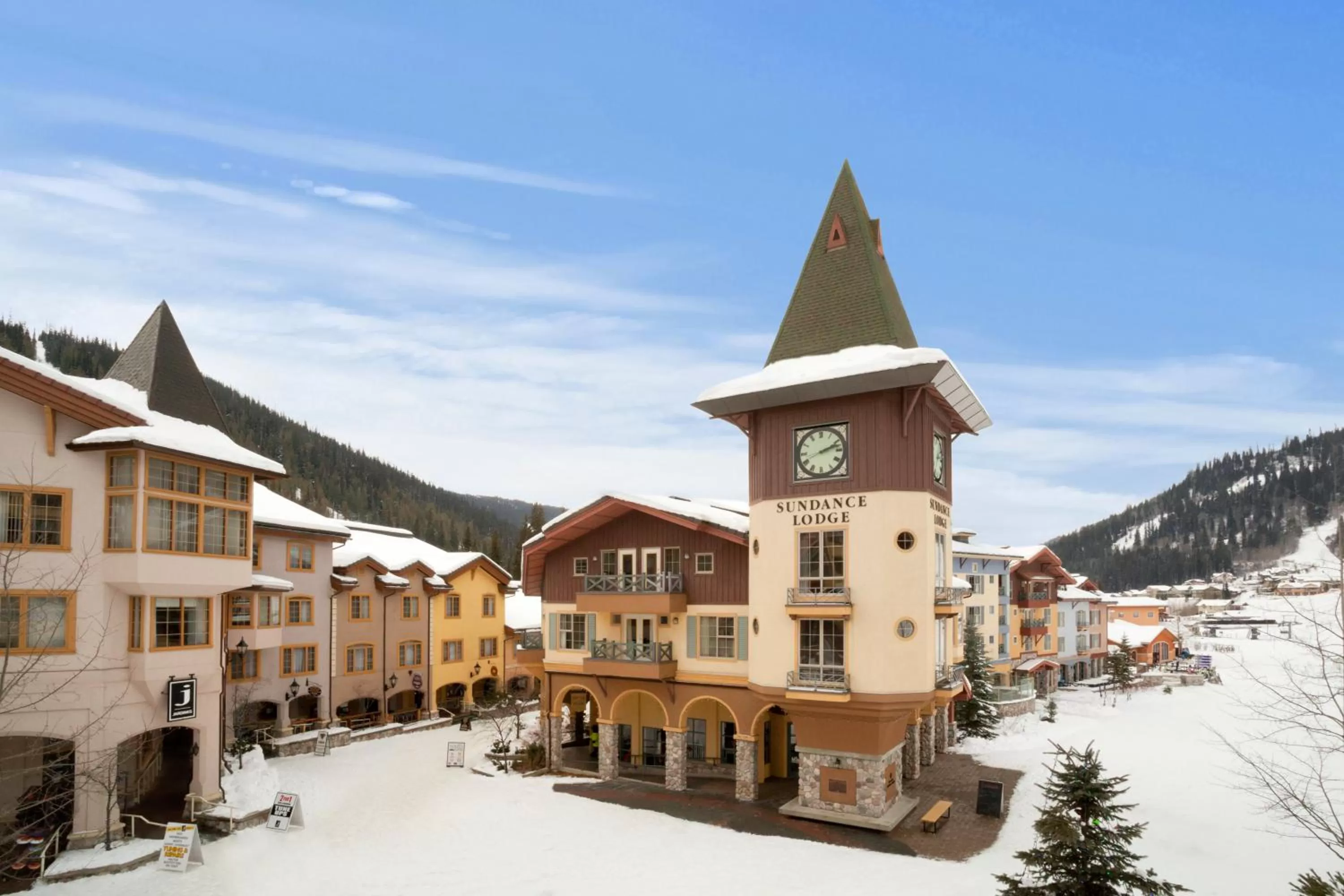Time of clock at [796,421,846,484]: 2:12
